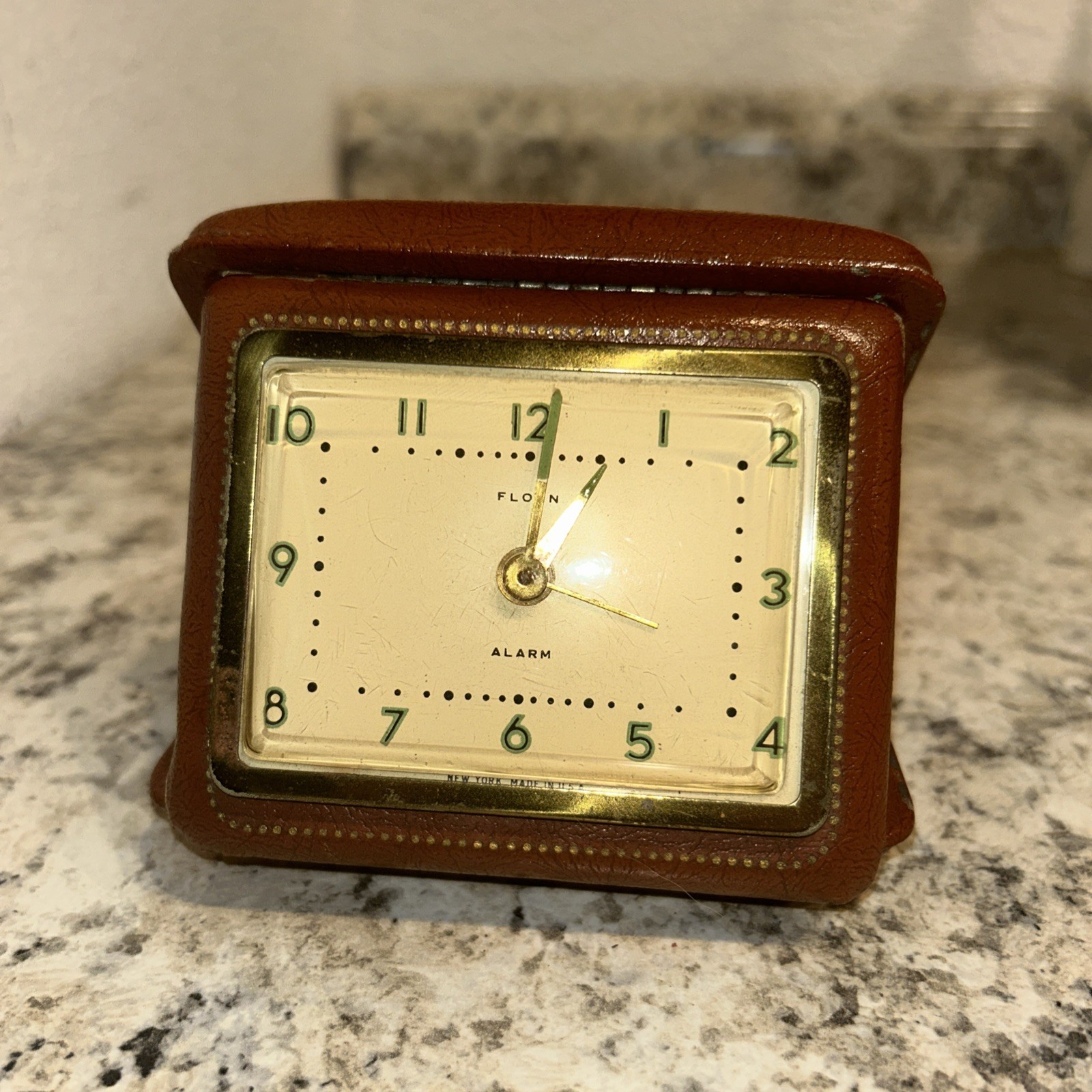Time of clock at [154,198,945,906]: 1:01
